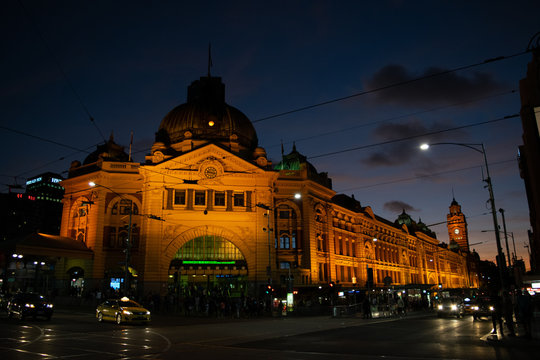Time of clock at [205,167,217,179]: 9:17
